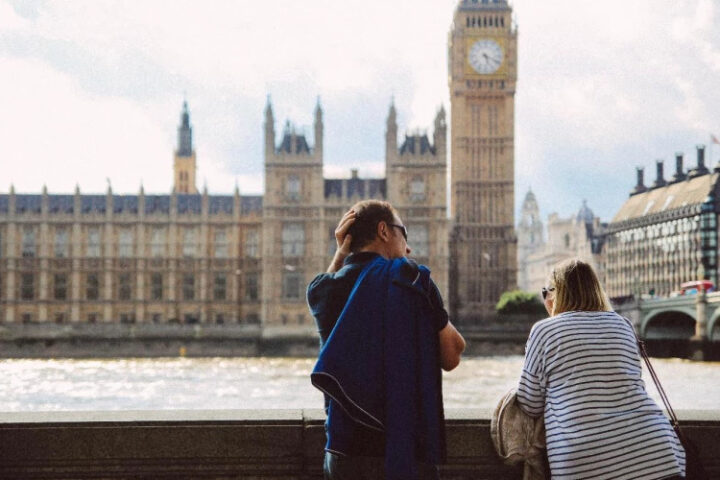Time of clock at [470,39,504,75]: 5:18
